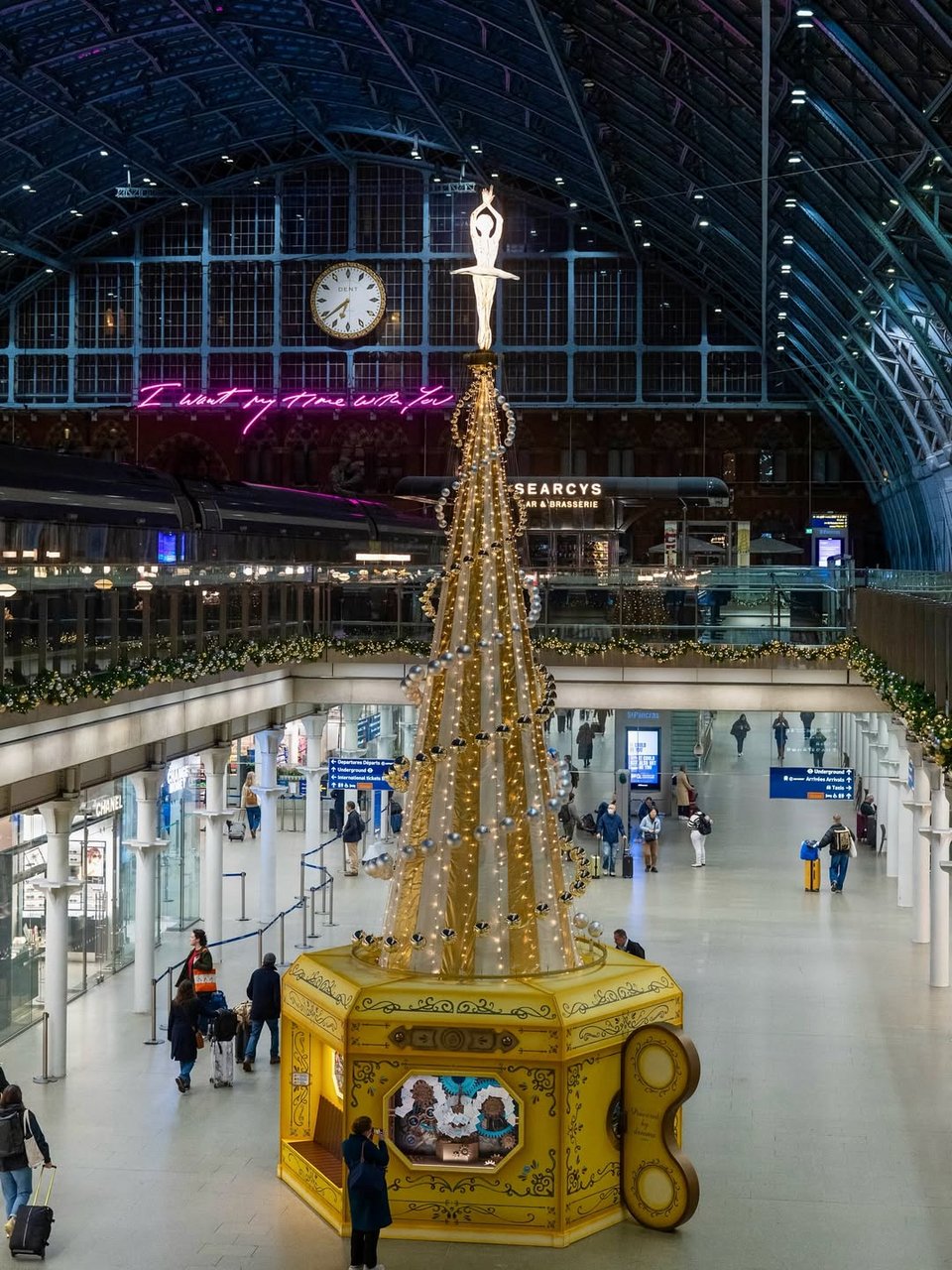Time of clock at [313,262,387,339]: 6:38
